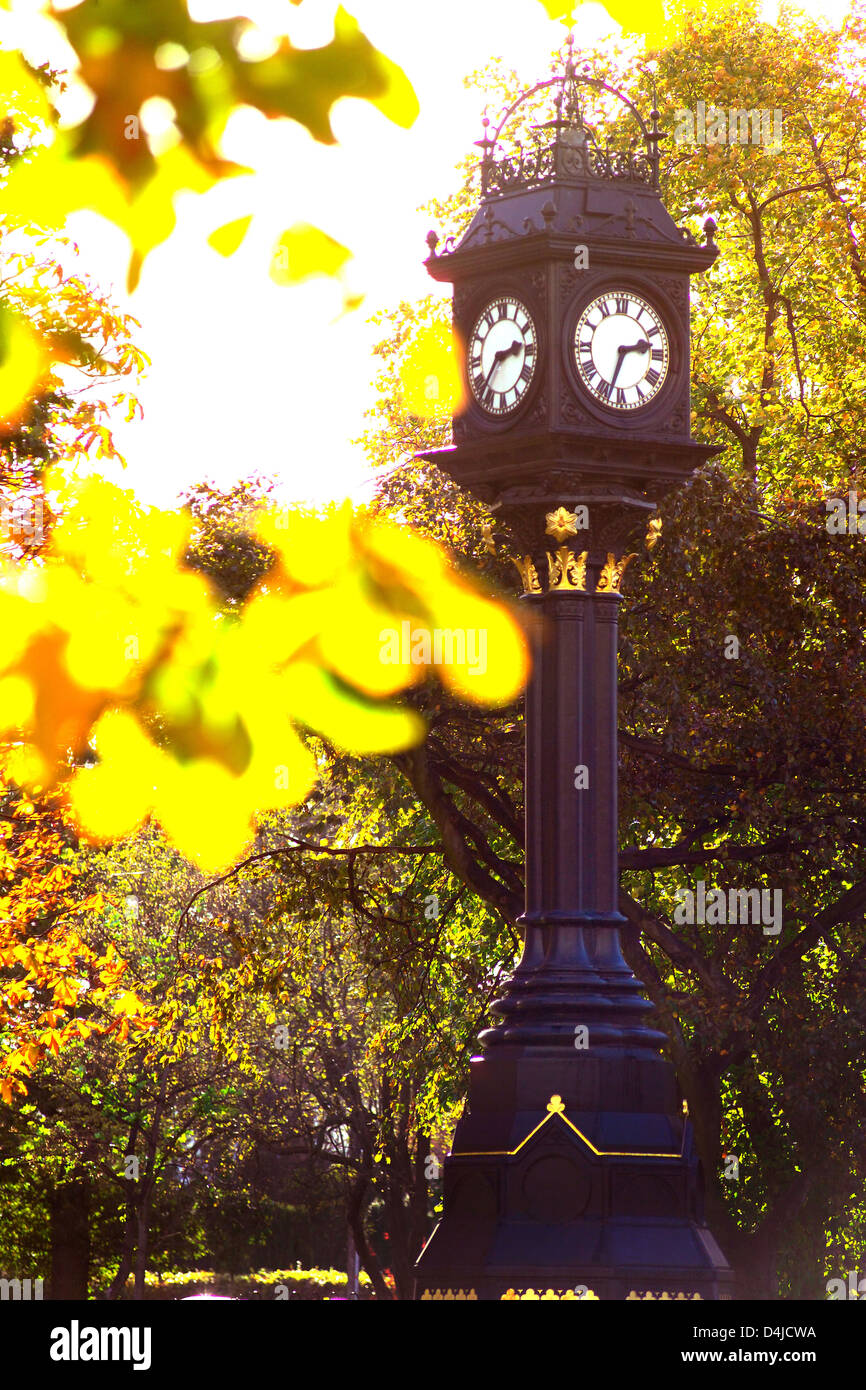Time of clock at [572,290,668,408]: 2:33
